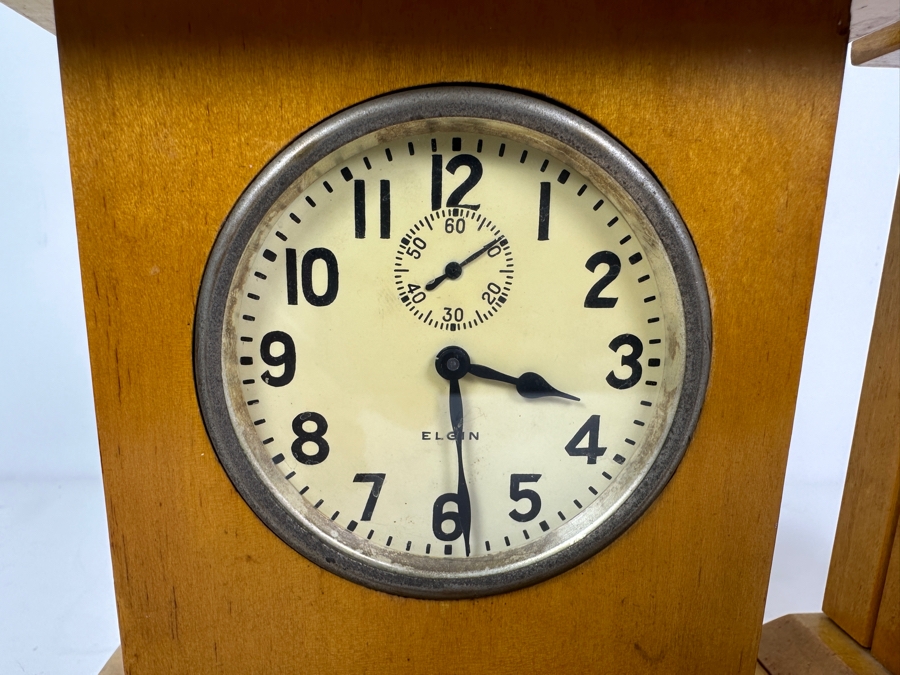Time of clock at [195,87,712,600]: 3:28
